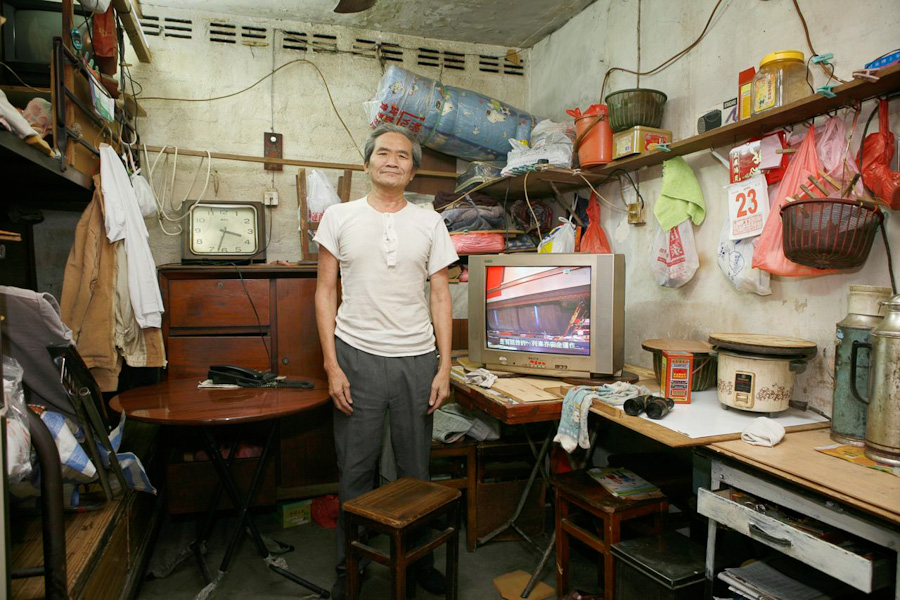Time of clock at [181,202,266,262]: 3:32
